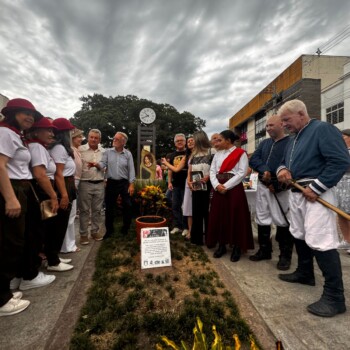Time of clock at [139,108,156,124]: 10:41
